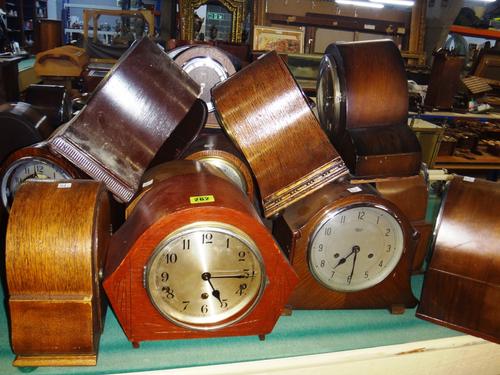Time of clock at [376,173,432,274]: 7:30
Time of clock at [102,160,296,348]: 5:14
